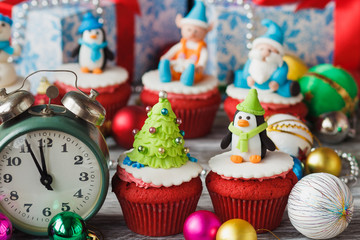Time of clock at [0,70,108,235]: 11:55
